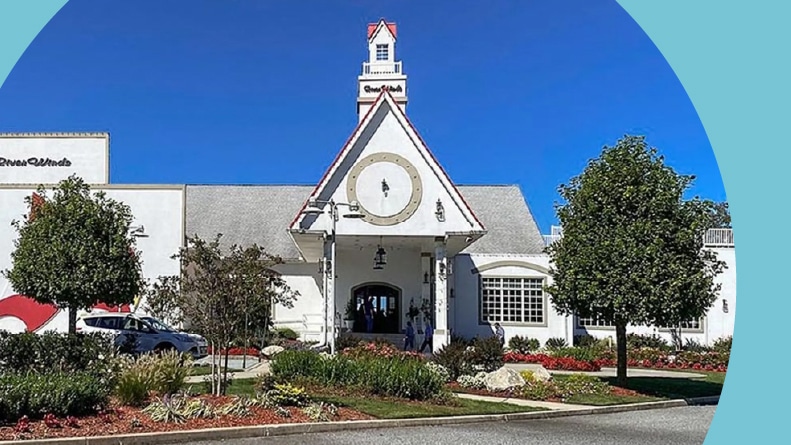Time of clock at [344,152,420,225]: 5:30
